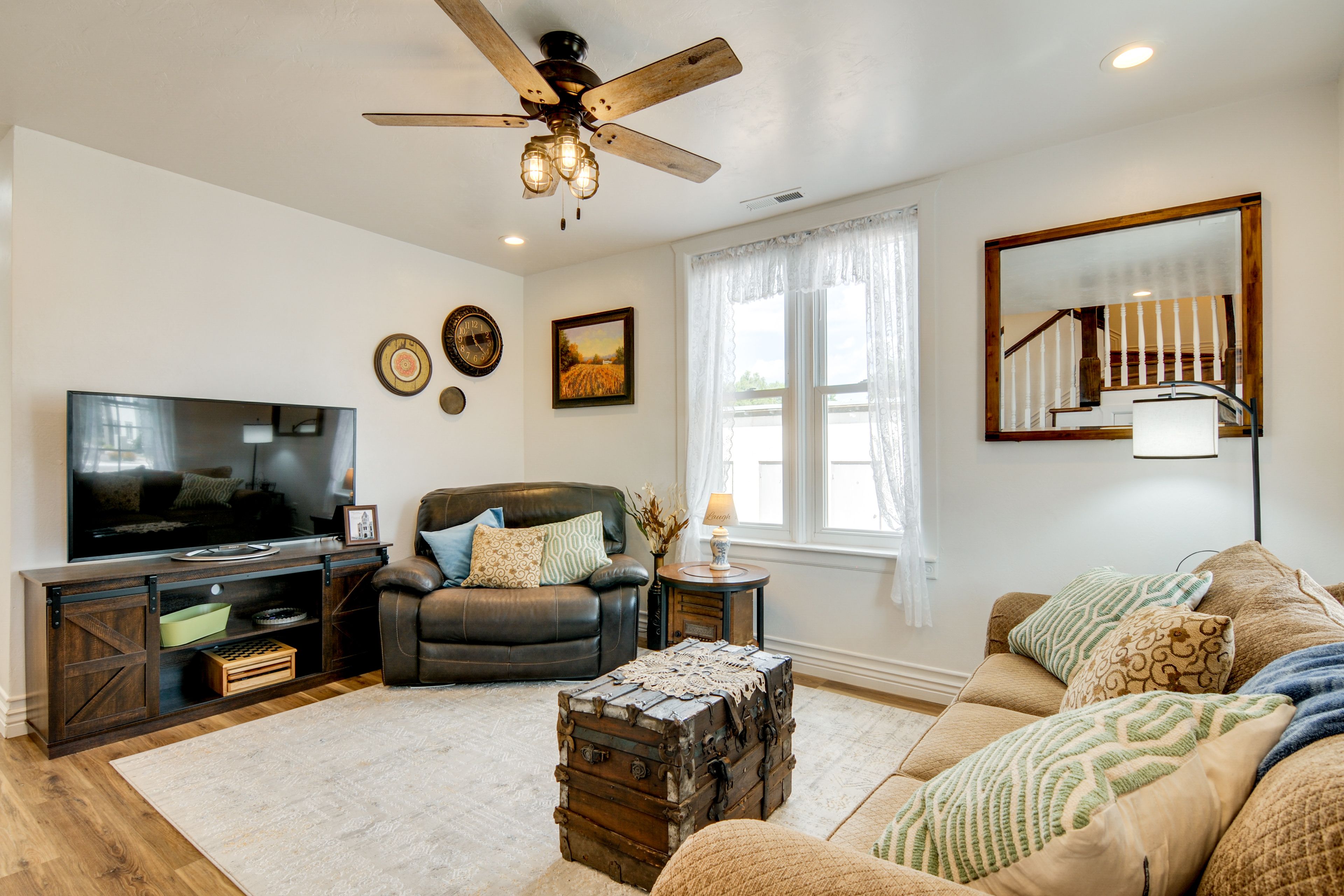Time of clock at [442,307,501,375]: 11:22
